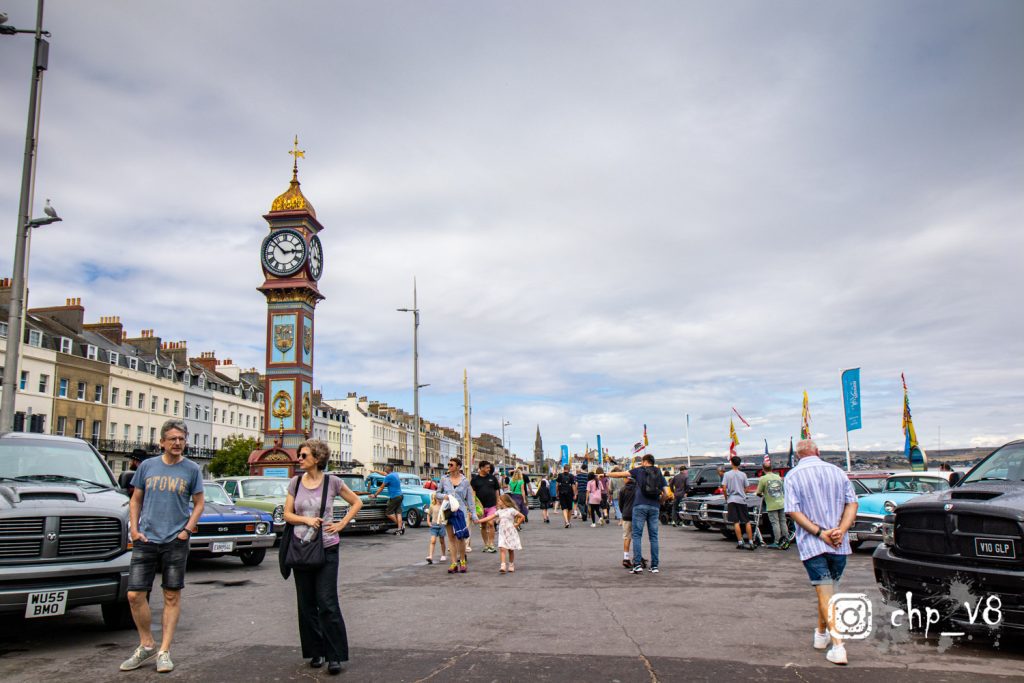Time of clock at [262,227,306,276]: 2:52
